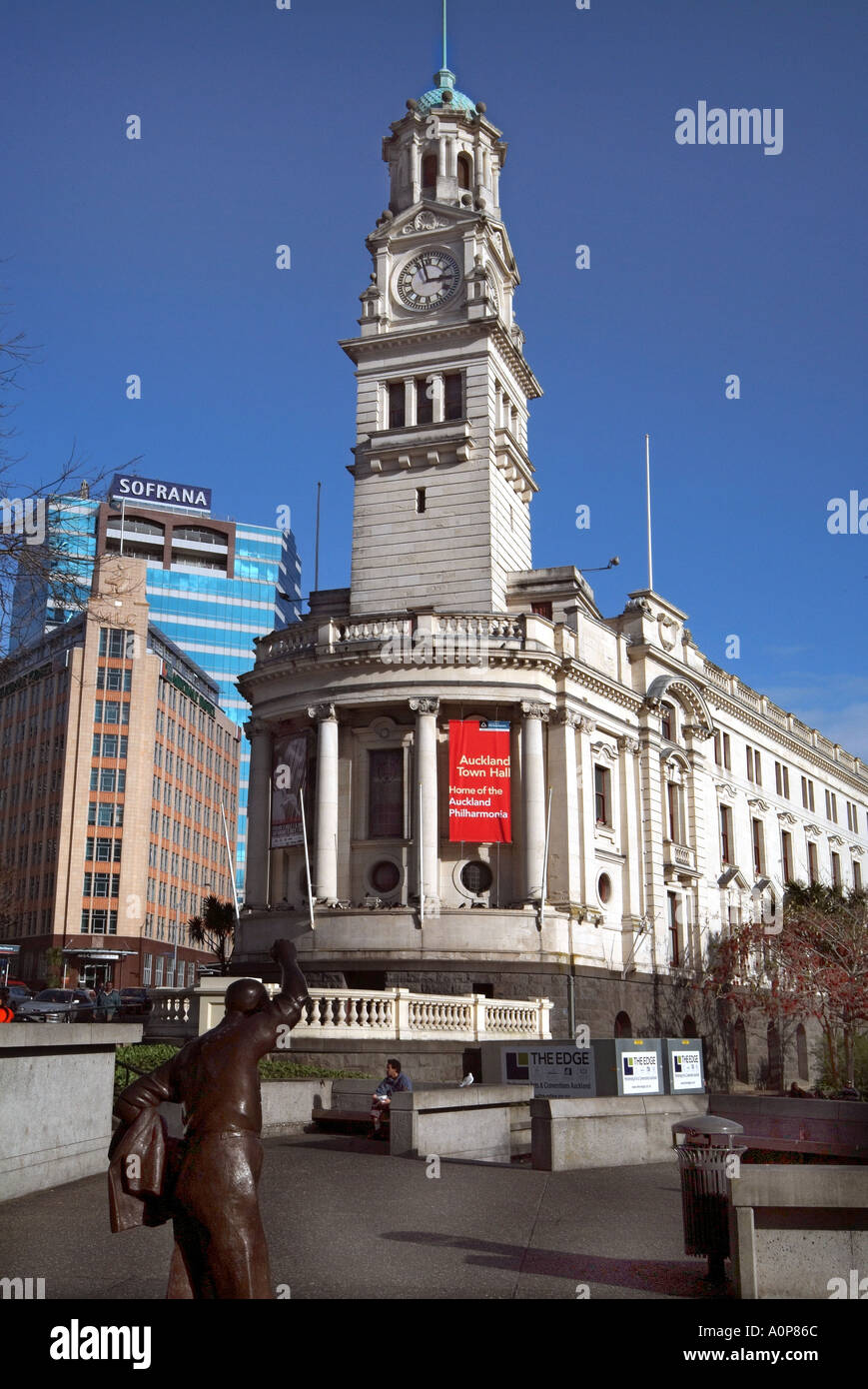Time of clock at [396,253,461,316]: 2:57
